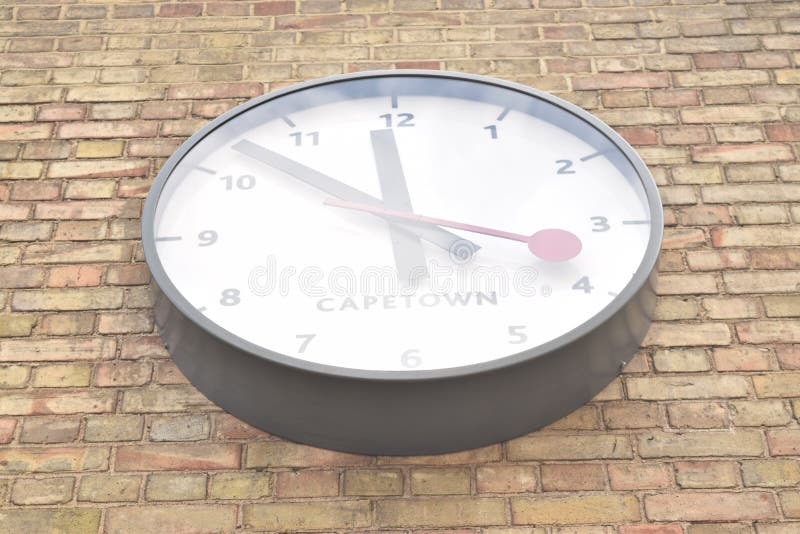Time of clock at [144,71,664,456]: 3:52
